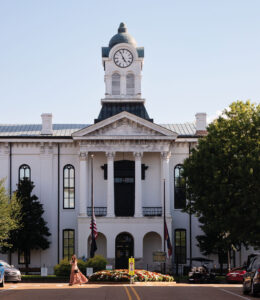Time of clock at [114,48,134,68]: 4:56
